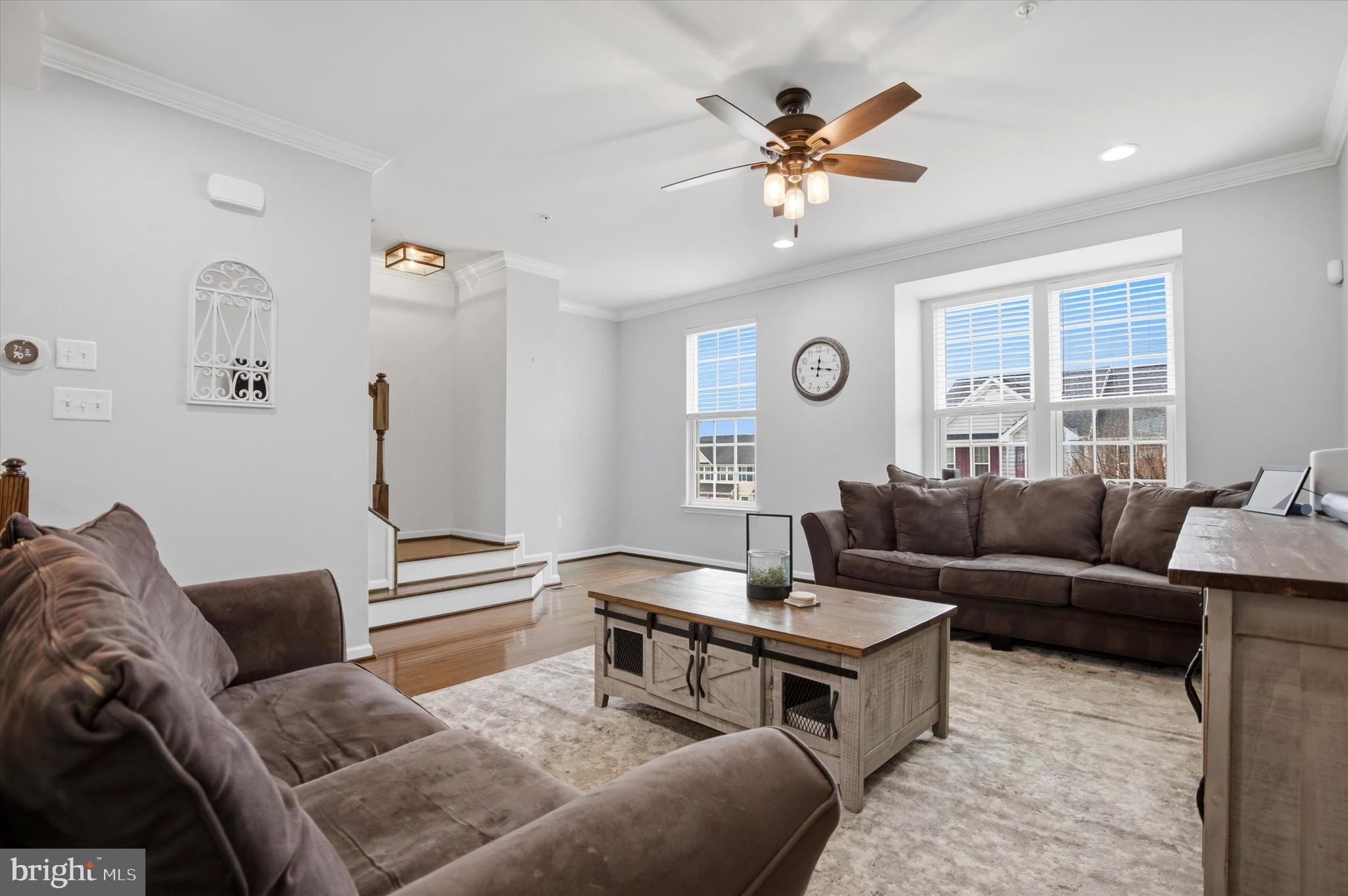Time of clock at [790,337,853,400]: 12:16
